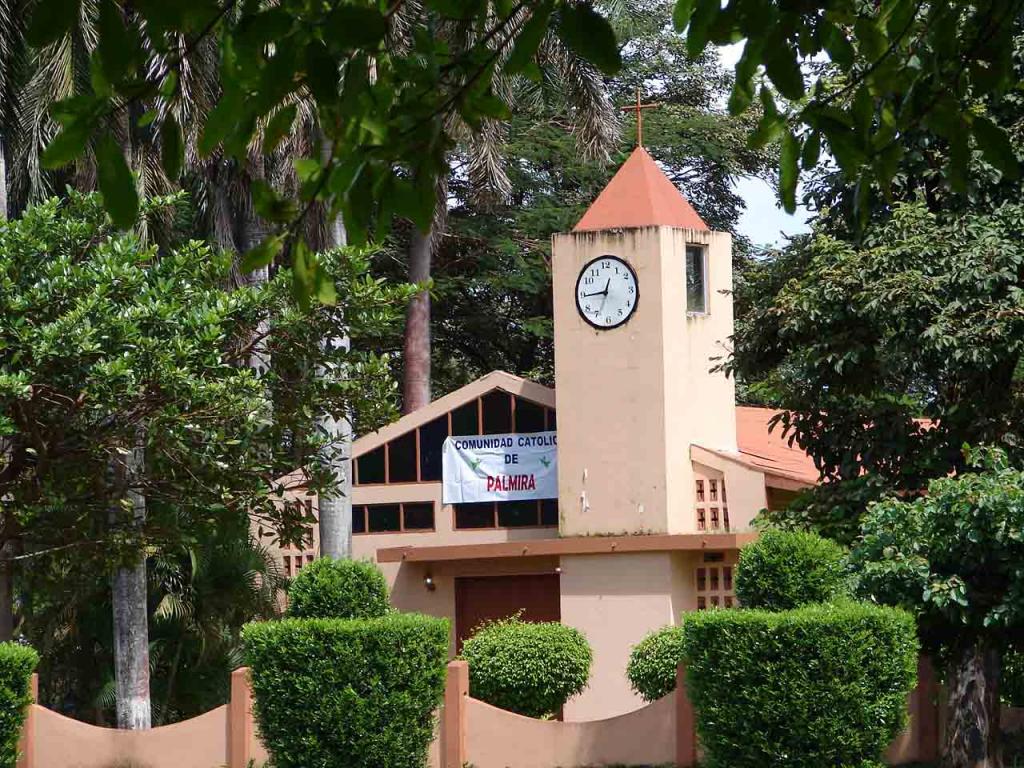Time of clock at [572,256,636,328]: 12:44
